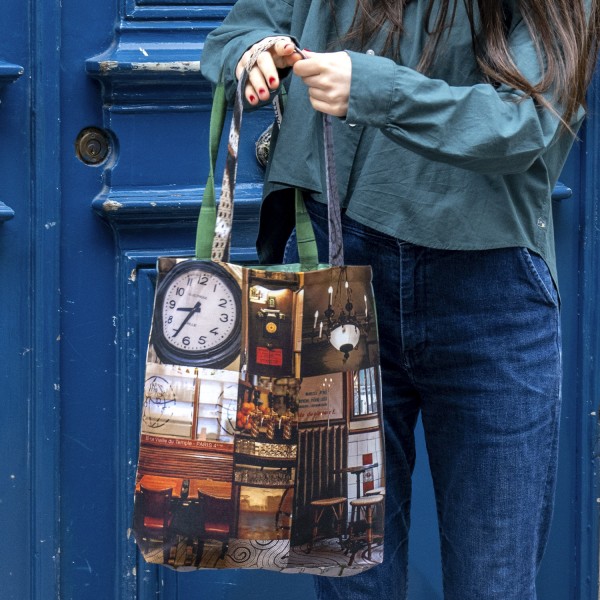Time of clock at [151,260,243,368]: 8:34
